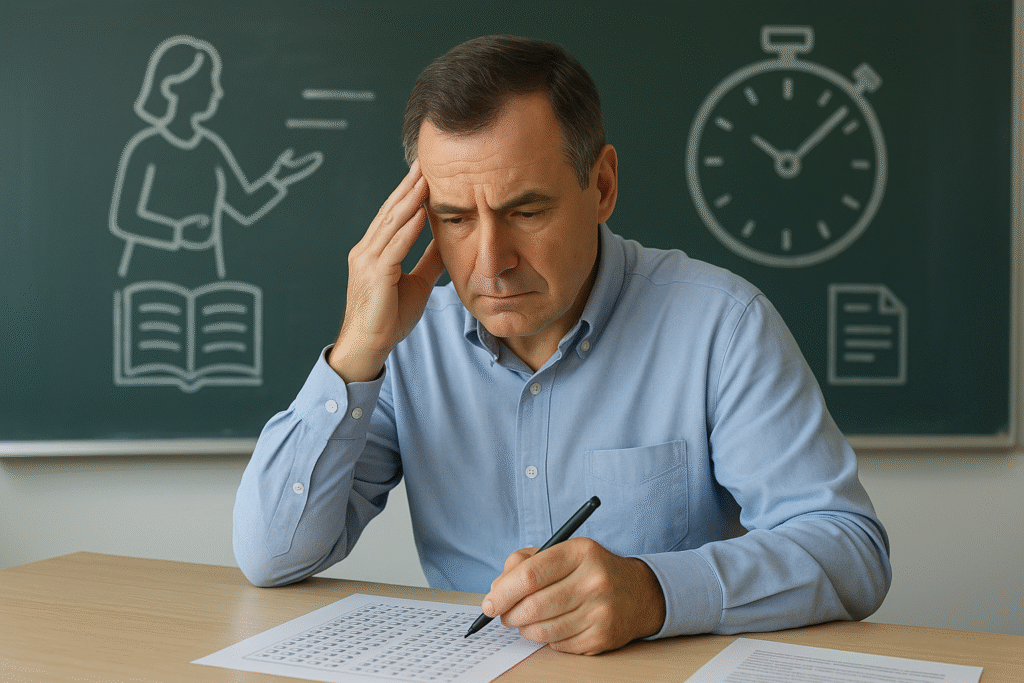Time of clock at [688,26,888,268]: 10:07
